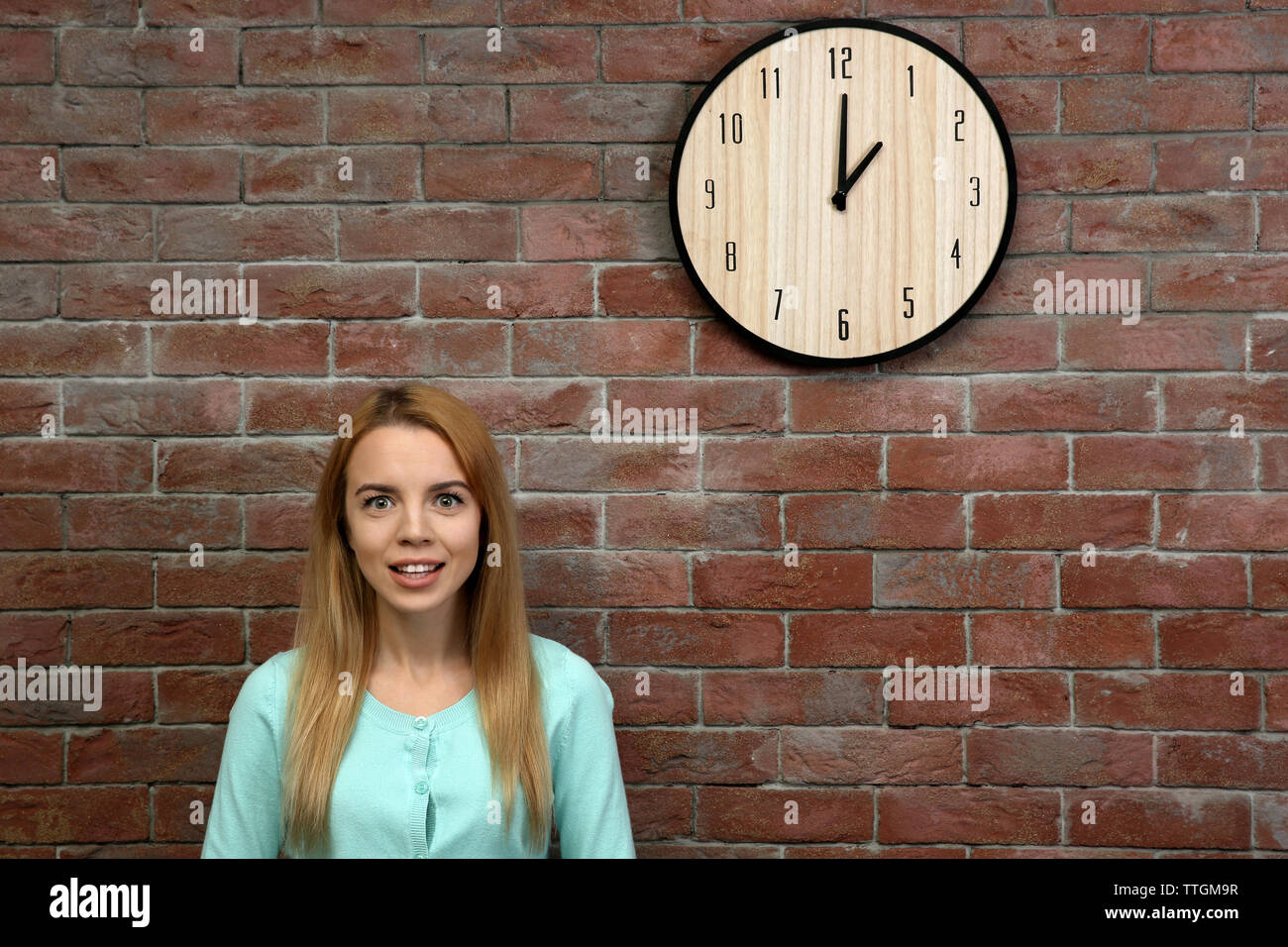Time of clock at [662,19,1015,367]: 1:00
